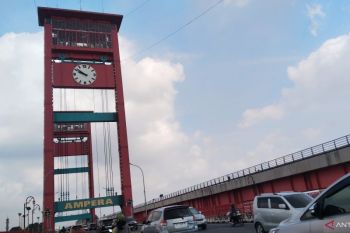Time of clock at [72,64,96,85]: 9:51
